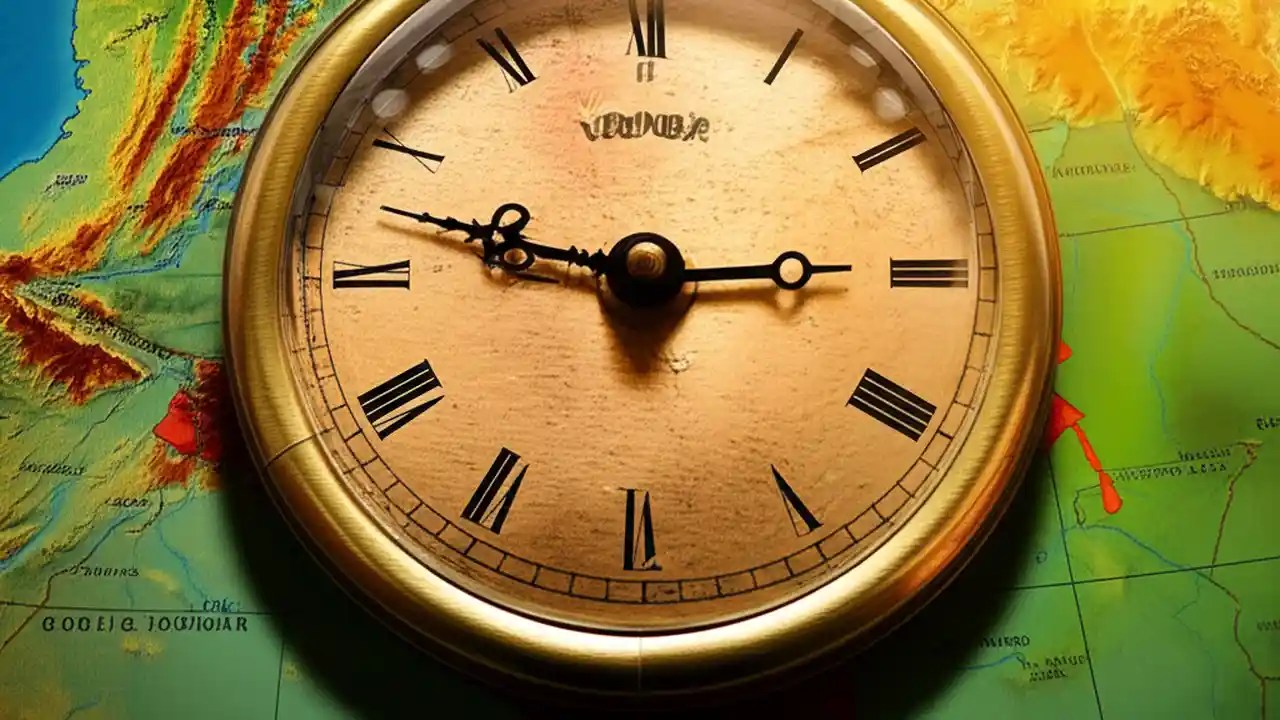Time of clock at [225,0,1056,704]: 2:47
